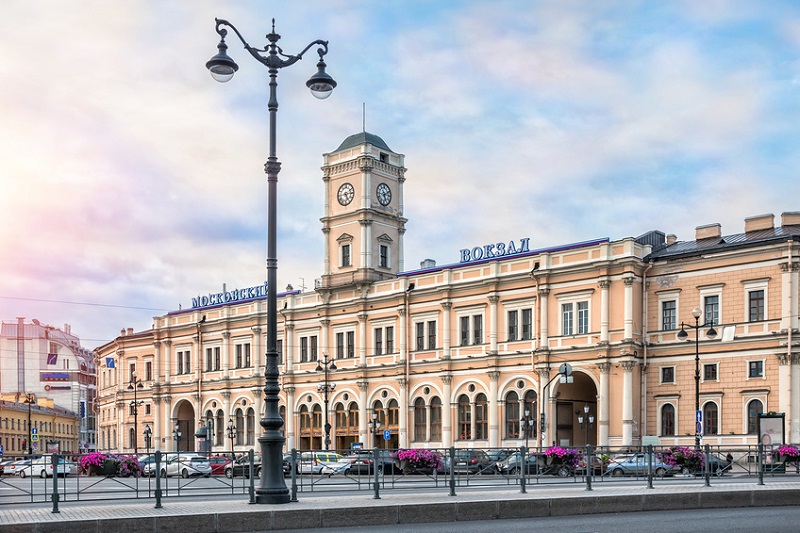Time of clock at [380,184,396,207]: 5:11
